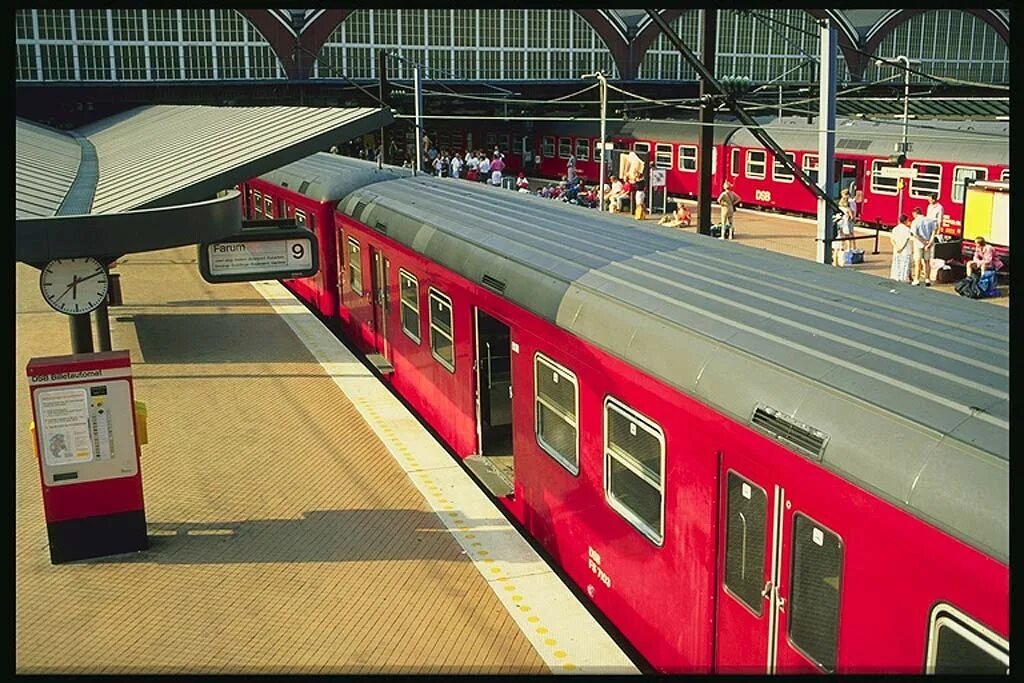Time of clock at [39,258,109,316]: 6:11
